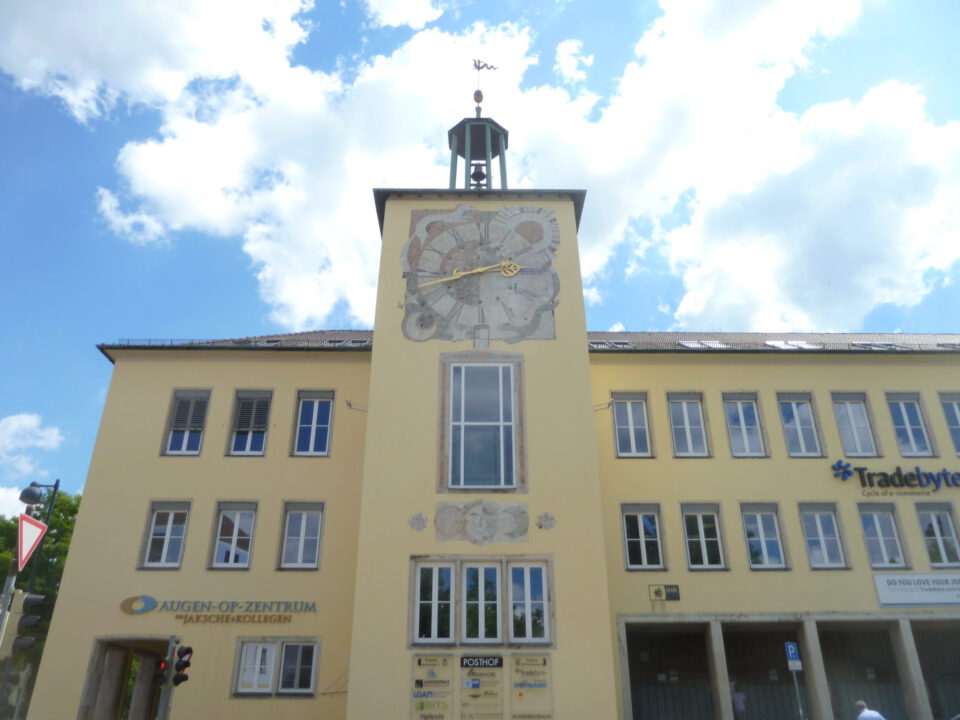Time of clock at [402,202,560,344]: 2:42
